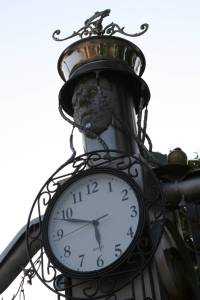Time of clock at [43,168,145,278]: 5:48
